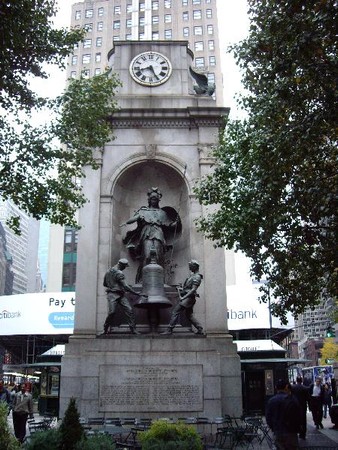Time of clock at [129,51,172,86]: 8:25
